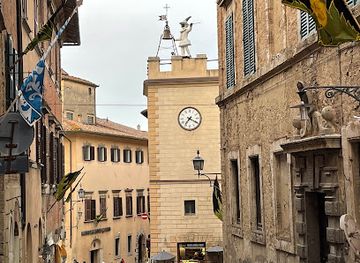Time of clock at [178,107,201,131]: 7:19
